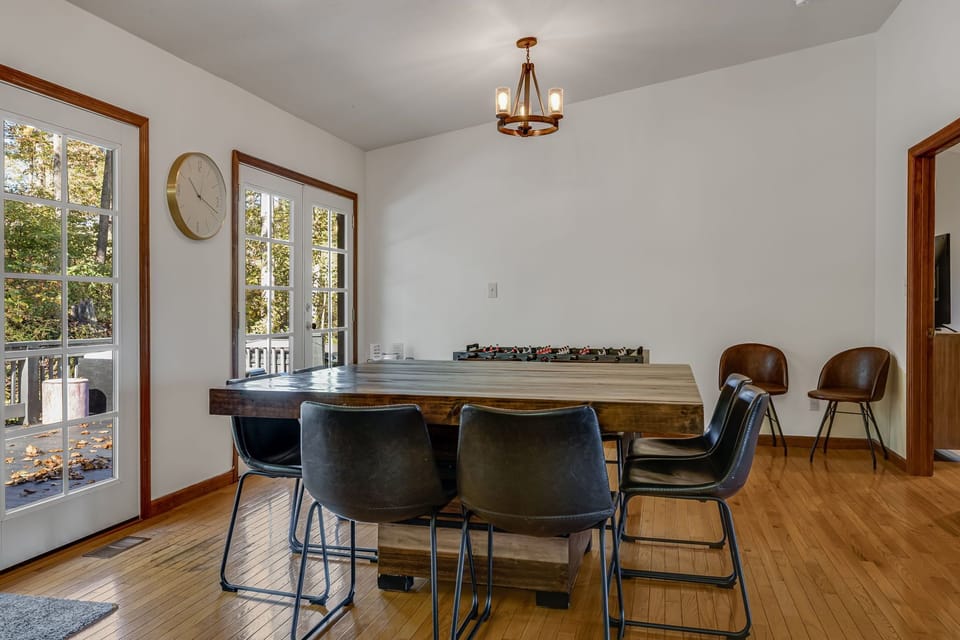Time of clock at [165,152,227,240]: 10:18
